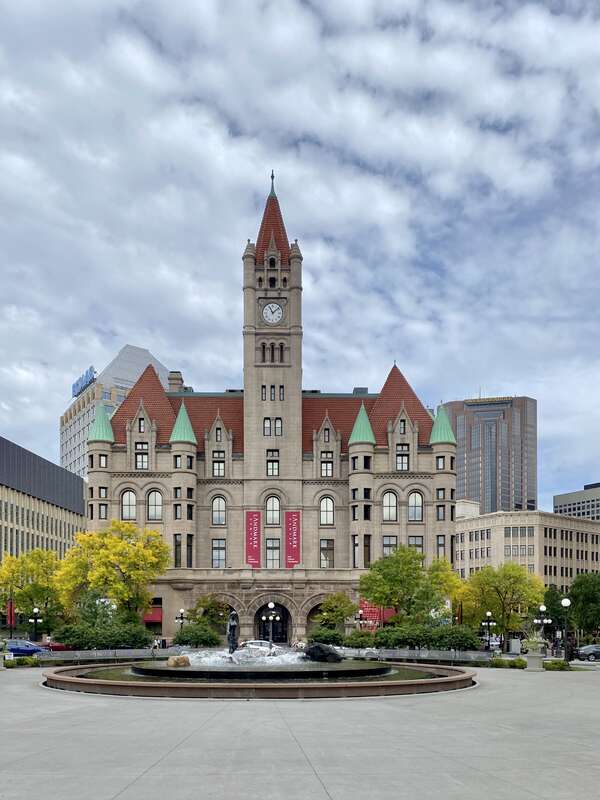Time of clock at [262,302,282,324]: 11:08
